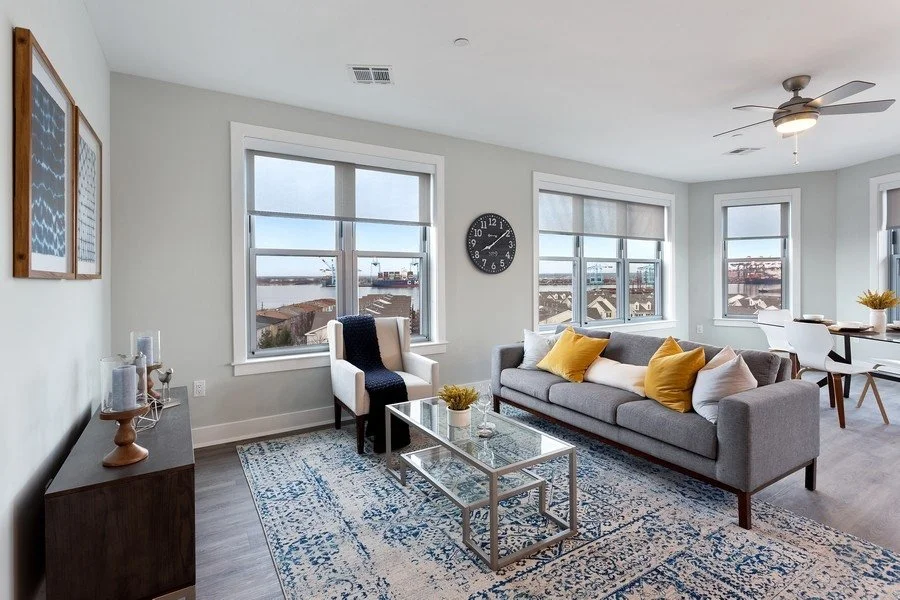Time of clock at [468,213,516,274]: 8:09
